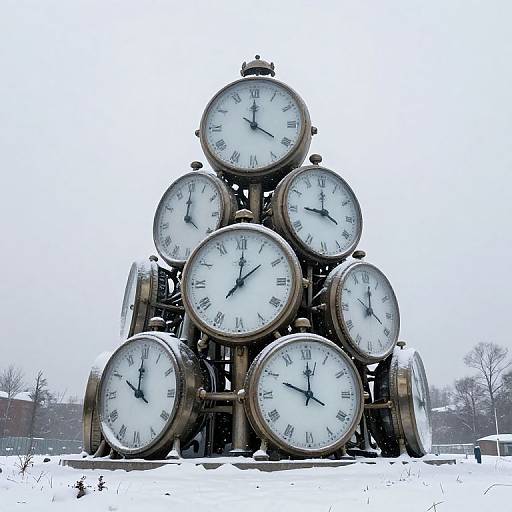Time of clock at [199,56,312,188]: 4:00
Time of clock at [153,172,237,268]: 12:00
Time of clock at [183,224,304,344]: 12:07
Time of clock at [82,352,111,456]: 10:00
